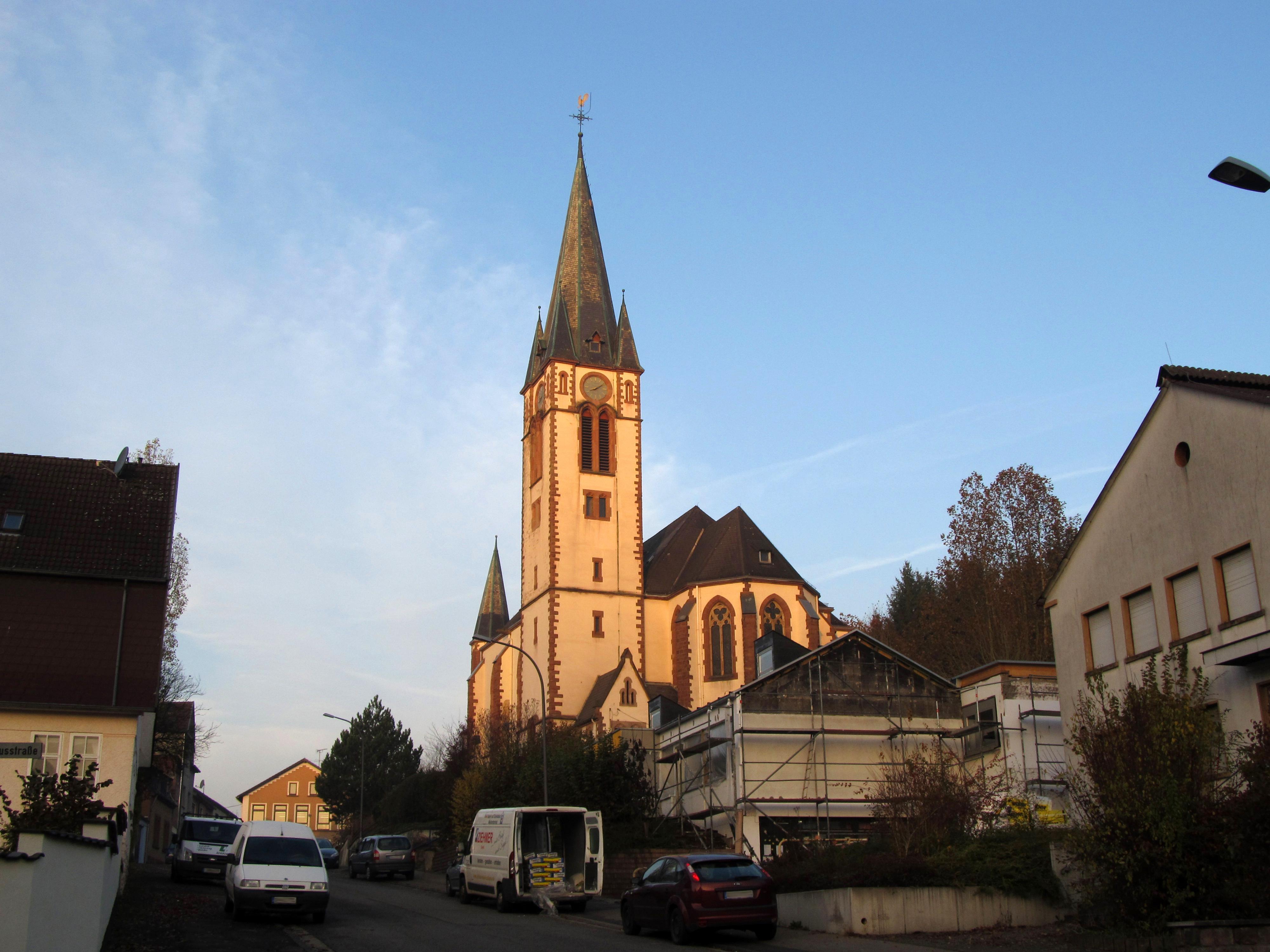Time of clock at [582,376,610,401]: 8:09
